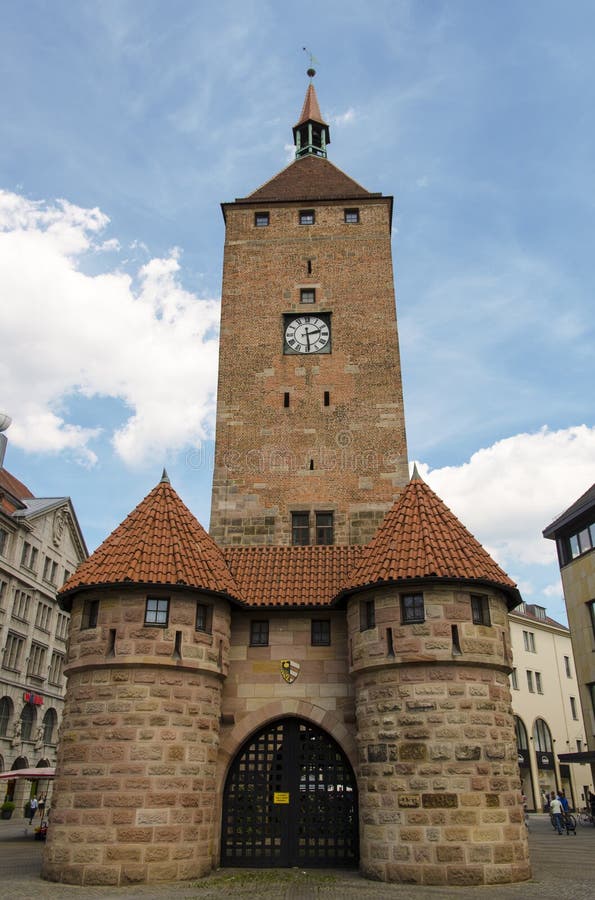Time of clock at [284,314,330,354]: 2:29
